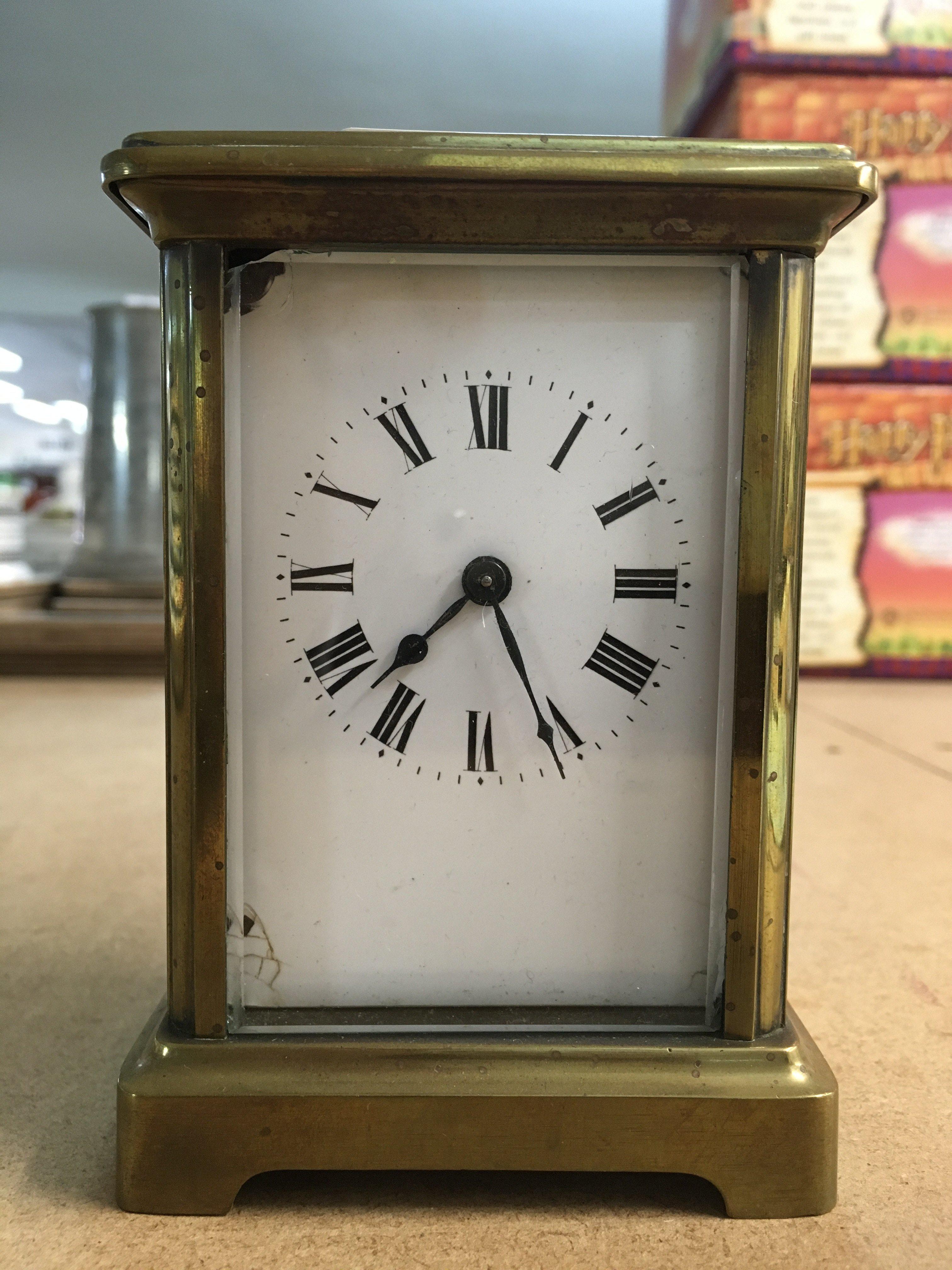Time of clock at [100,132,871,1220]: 7:25
